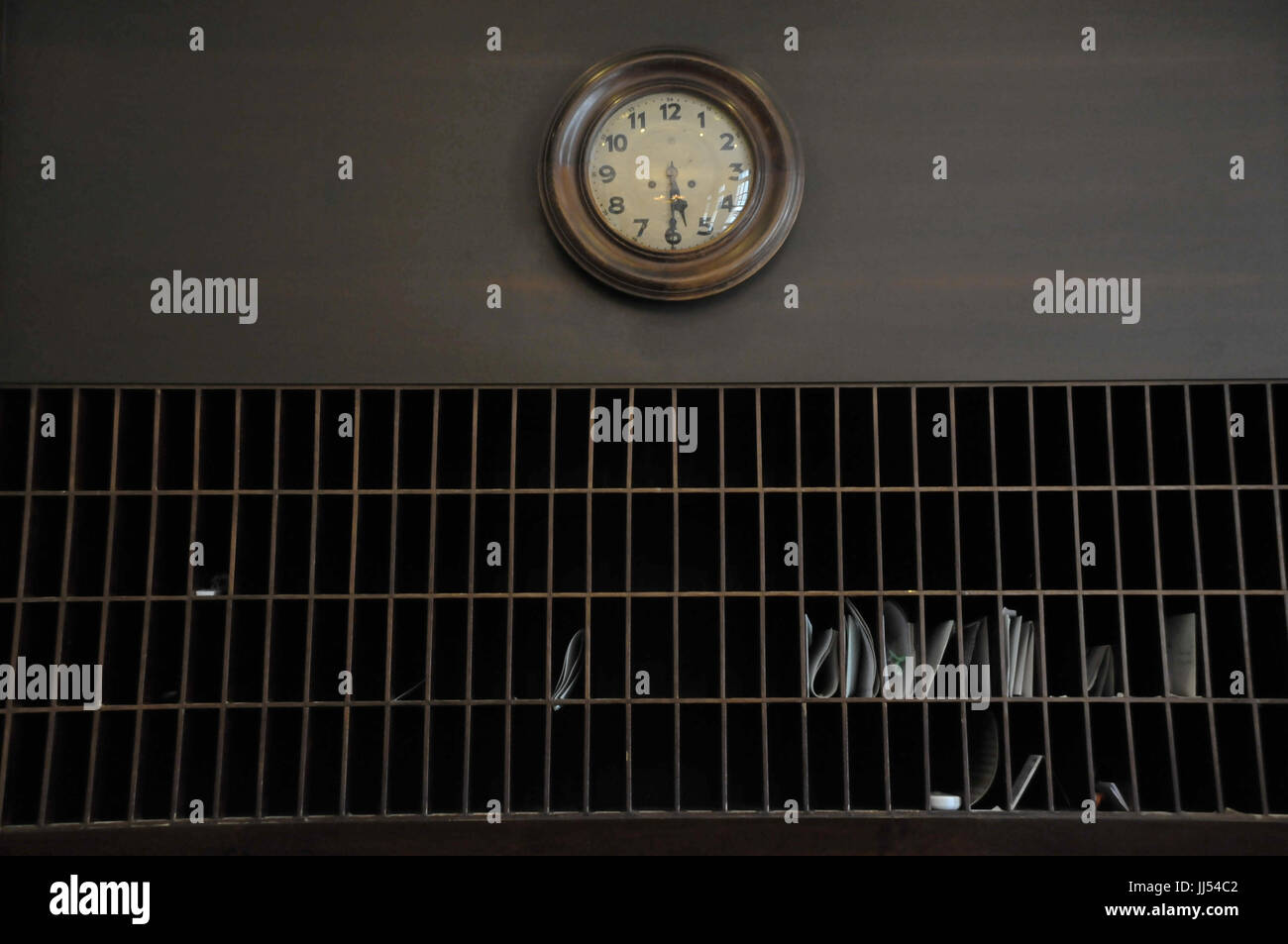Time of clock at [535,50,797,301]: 5:30
